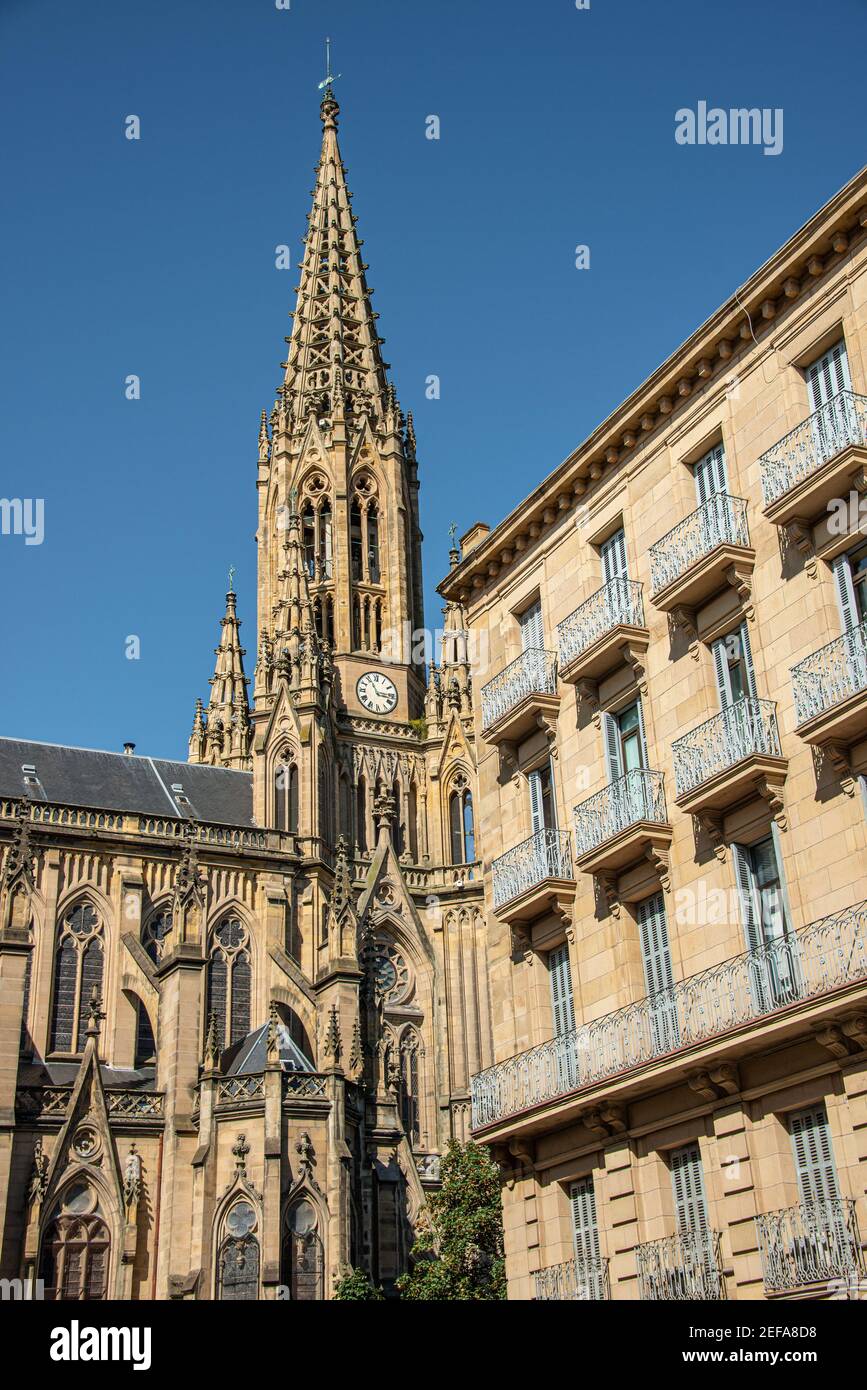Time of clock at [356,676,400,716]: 11:16
